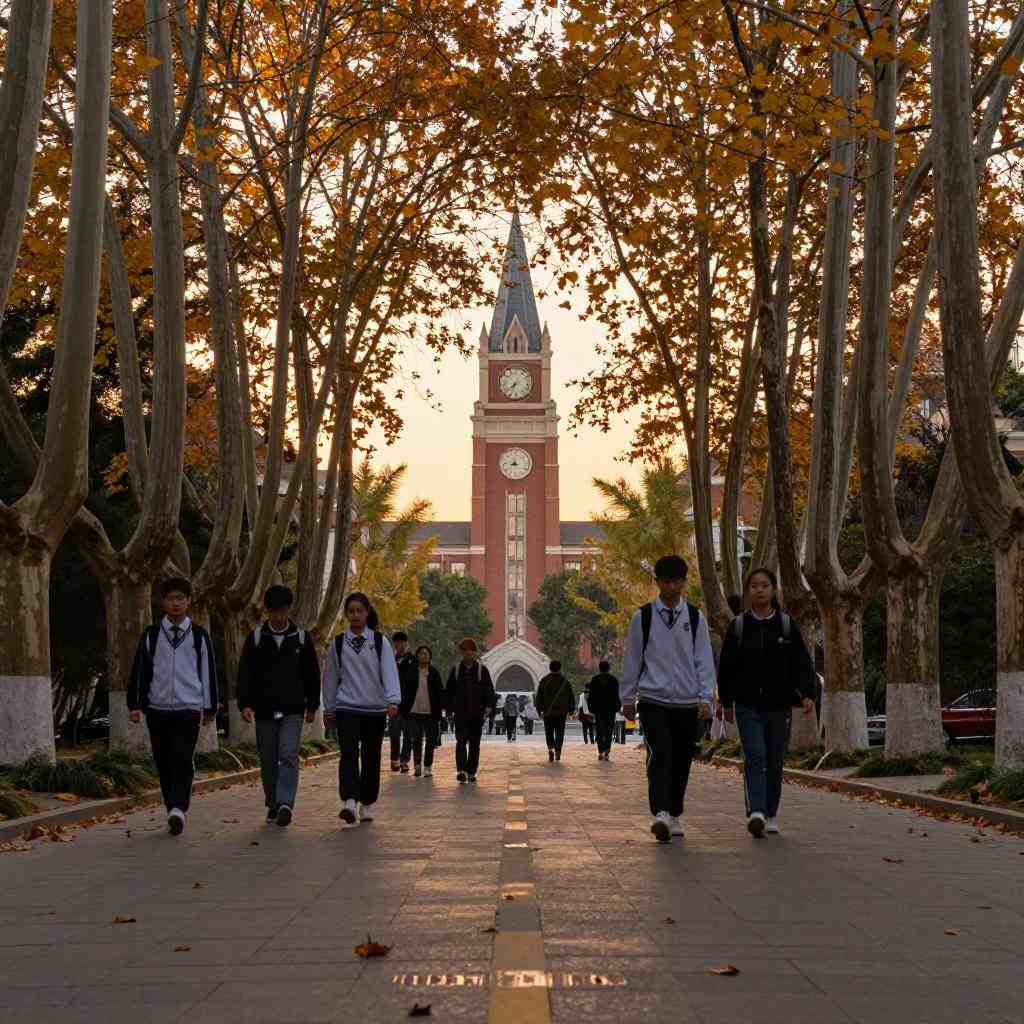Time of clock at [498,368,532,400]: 7:33
